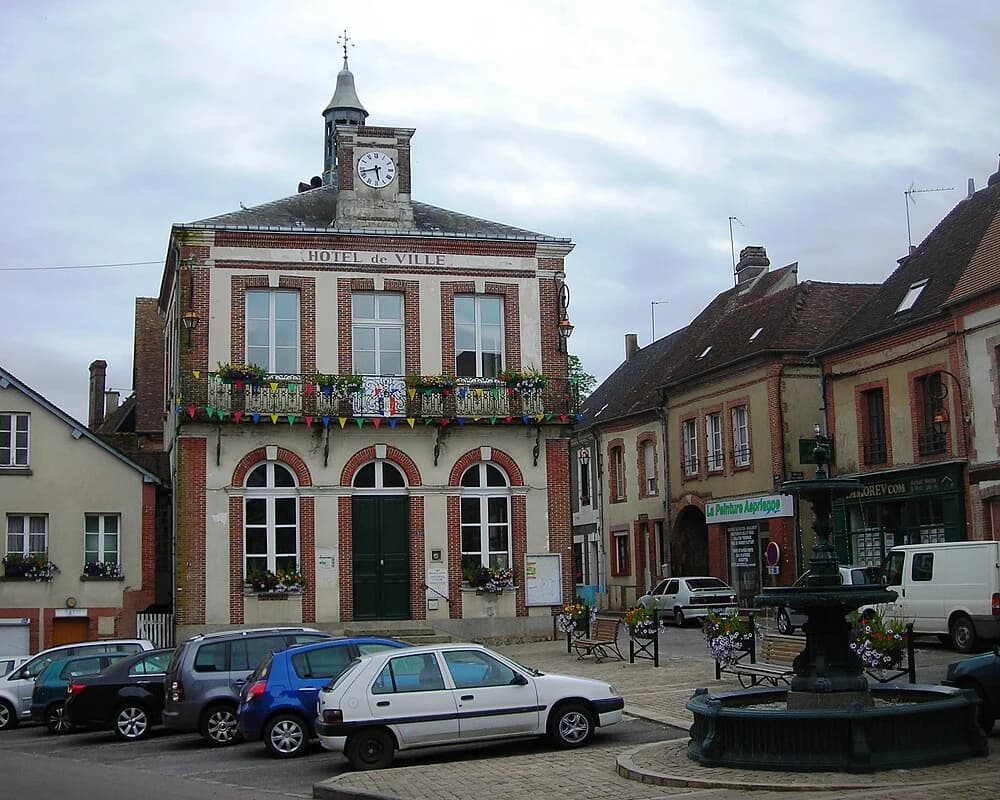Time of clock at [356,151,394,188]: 5:42
